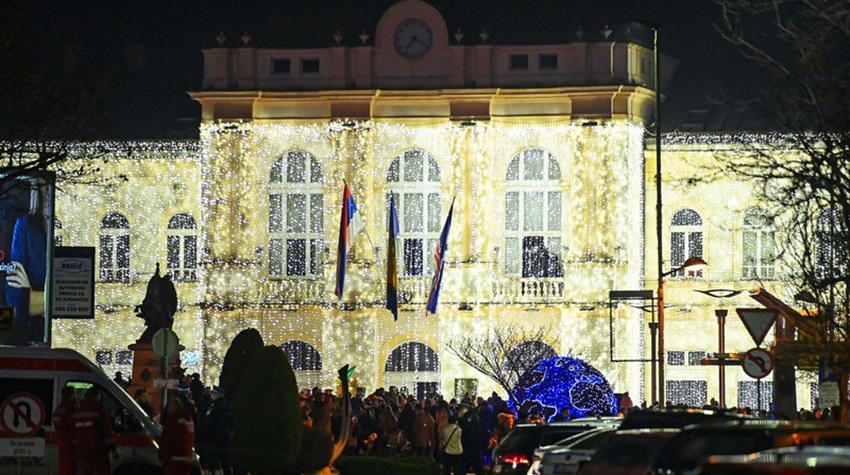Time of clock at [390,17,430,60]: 7:19
